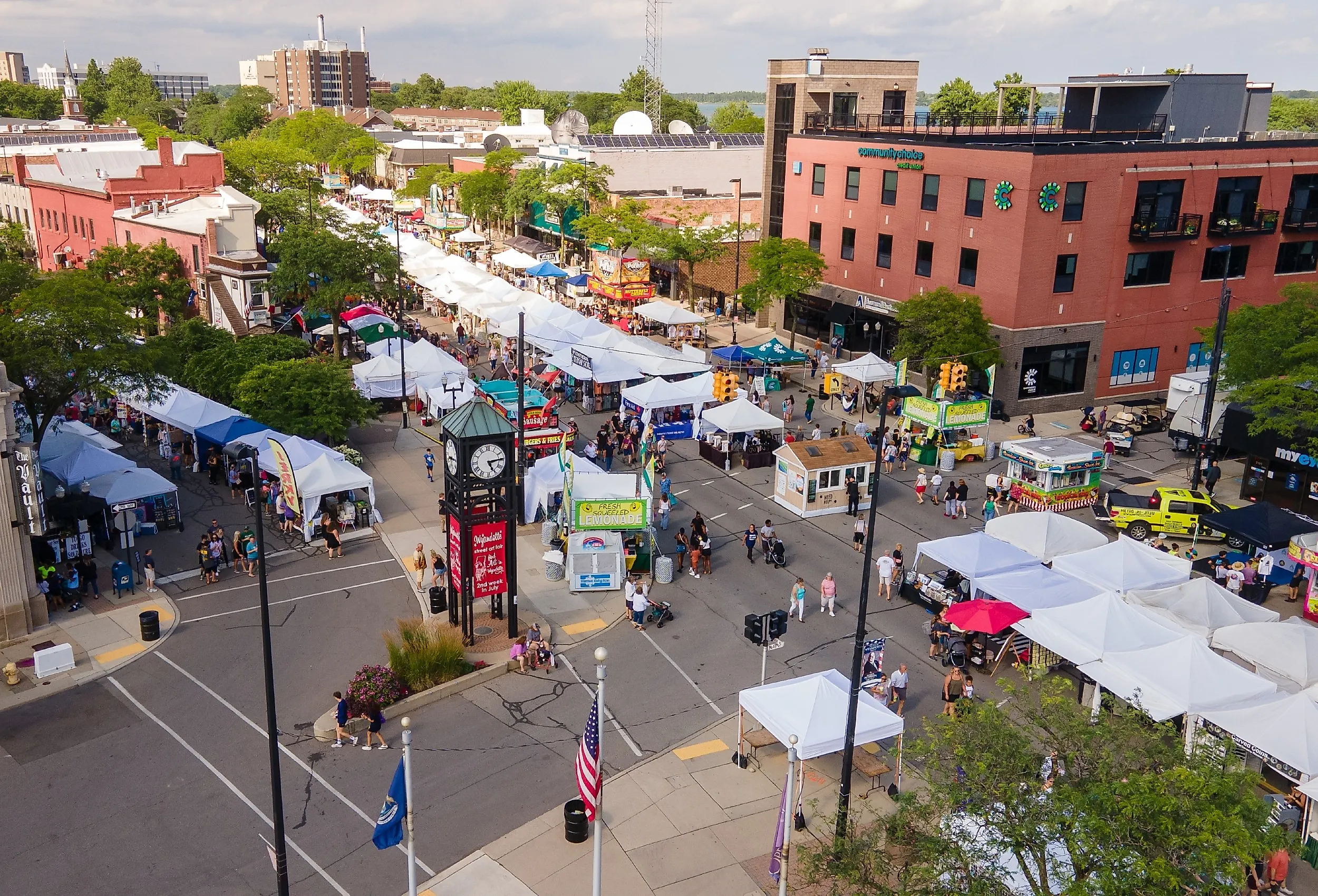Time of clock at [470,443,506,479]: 5:14
